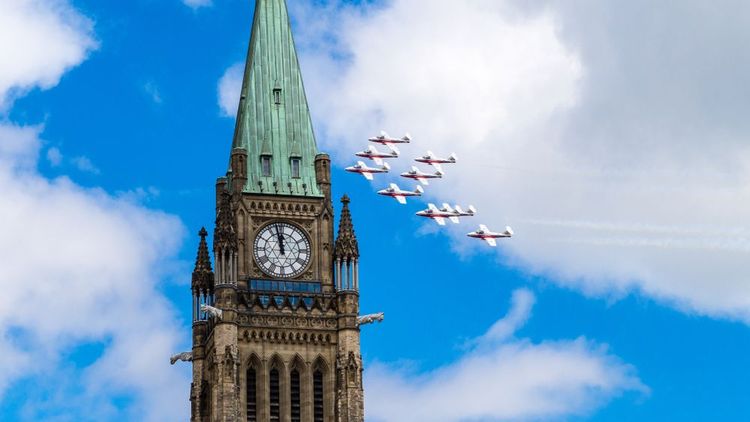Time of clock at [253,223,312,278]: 11:57
